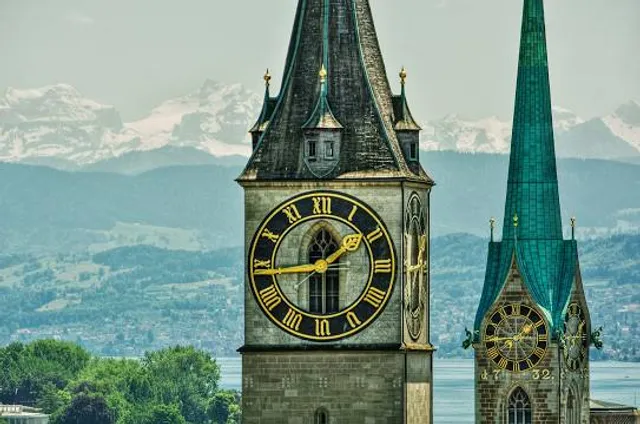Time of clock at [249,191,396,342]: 1:44
